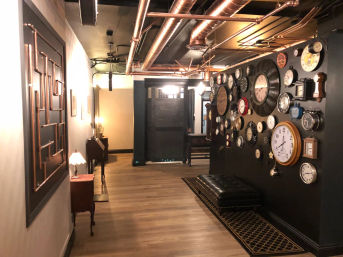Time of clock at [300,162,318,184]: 8:12
